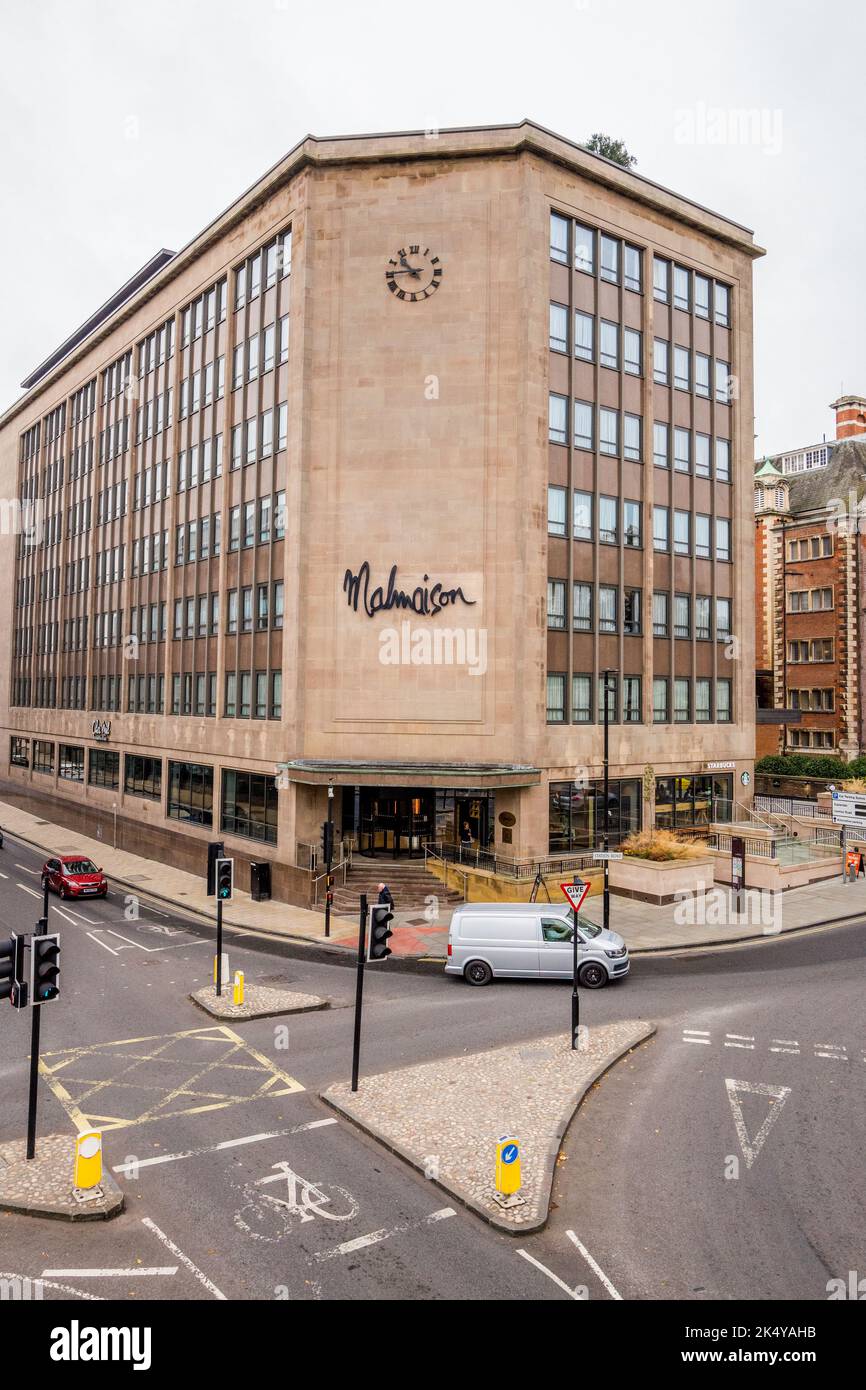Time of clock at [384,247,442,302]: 10:44
